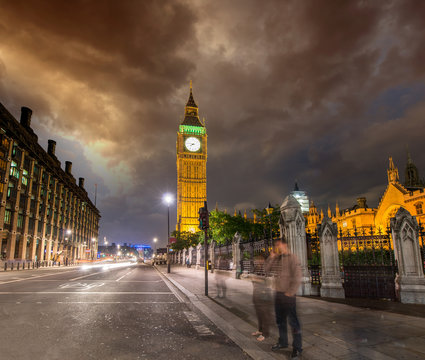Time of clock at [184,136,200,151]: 7:46
